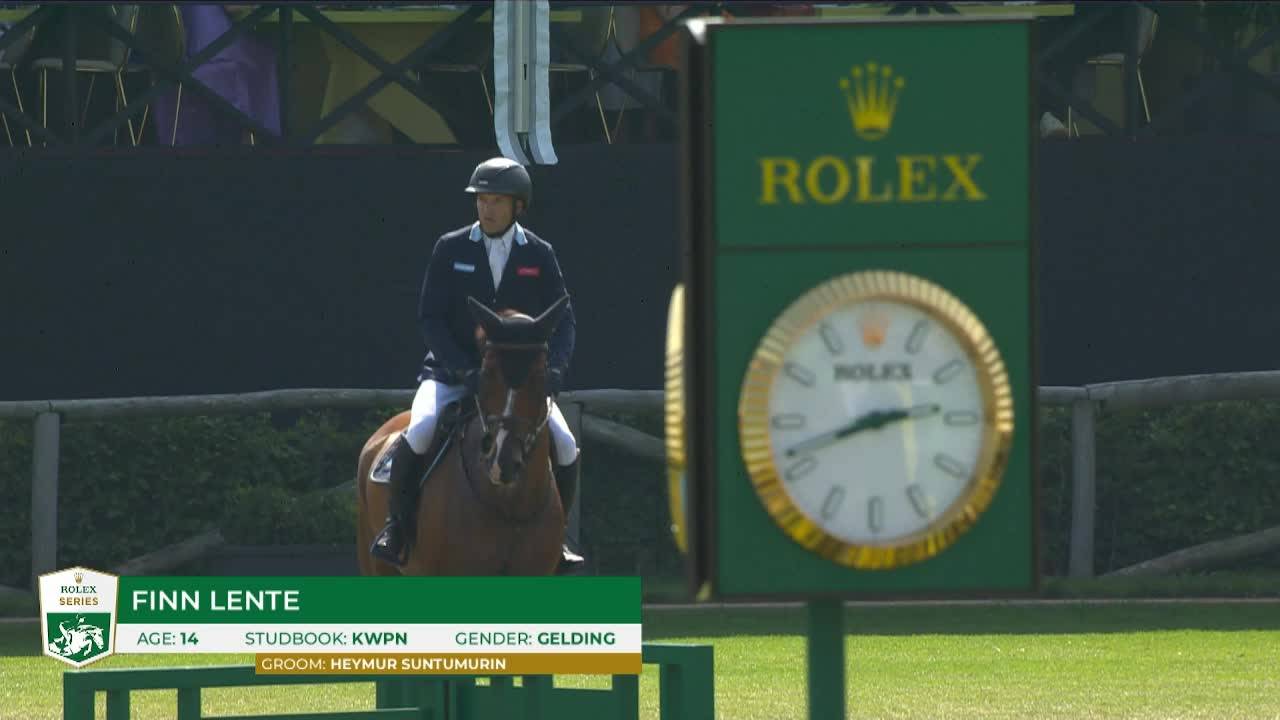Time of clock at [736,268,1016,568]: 2:41
